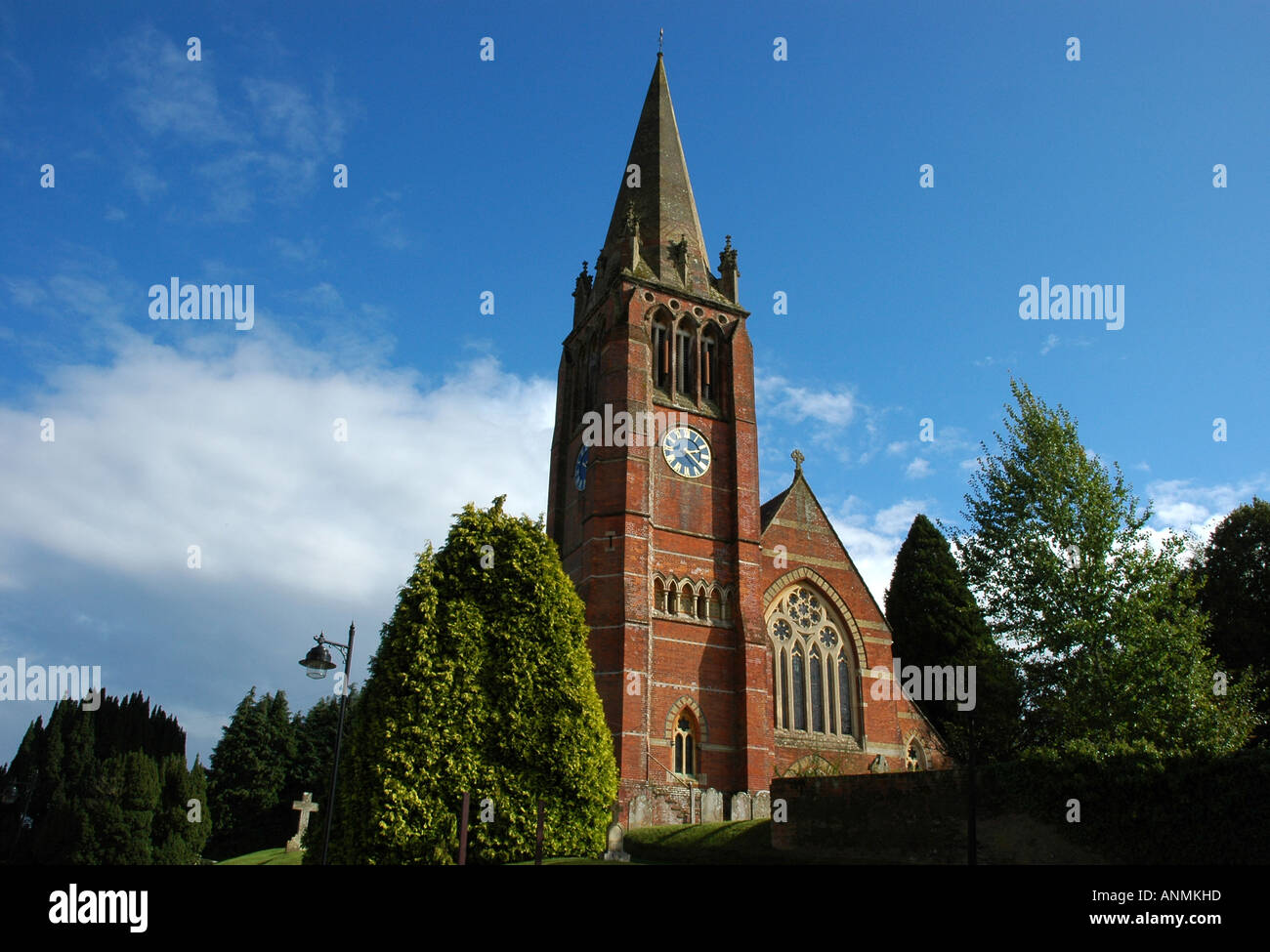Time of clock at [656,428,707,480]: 2:21
